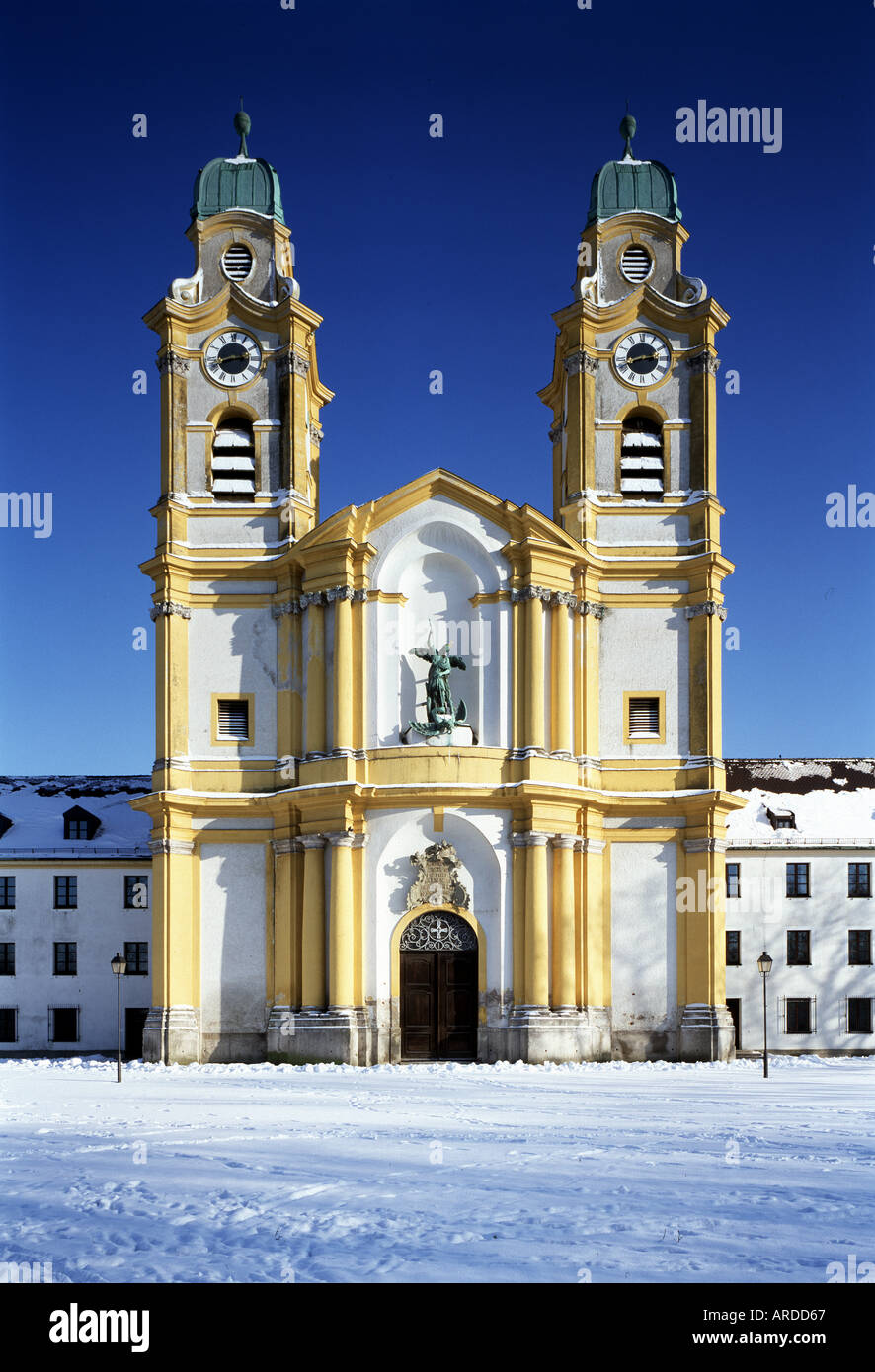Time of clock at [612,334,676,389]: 2:42
